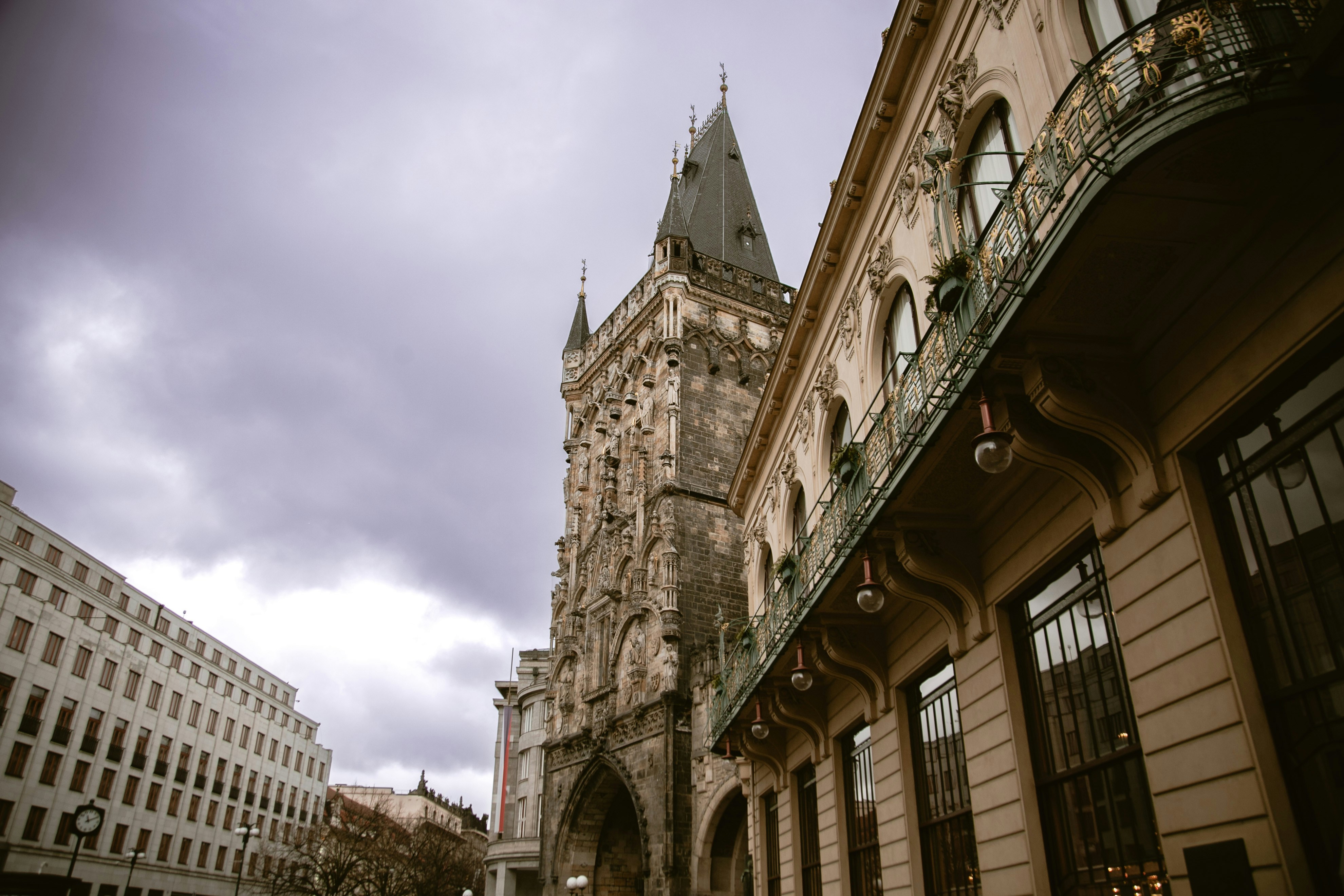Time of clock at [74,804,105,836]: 11:09
